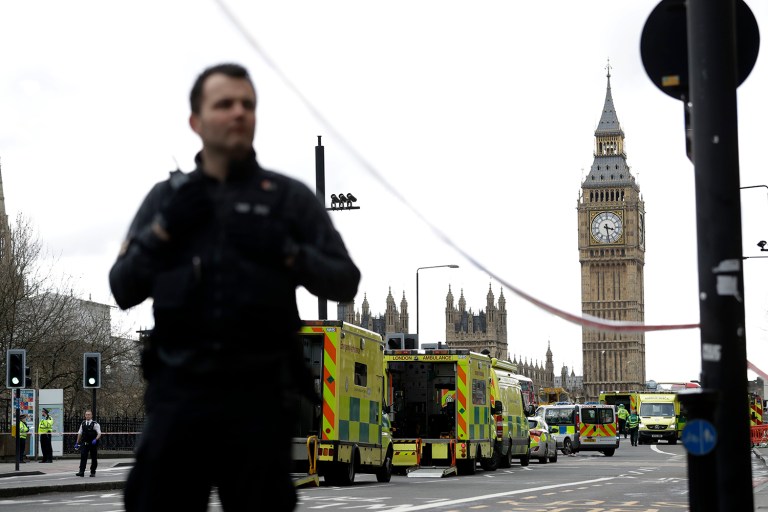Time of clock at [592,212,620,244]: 3:28
